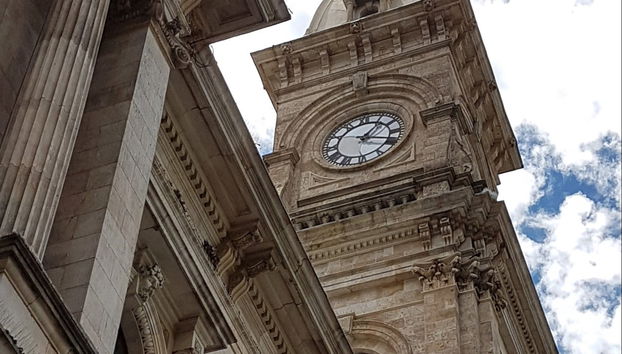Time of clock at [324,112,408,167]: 1:18
